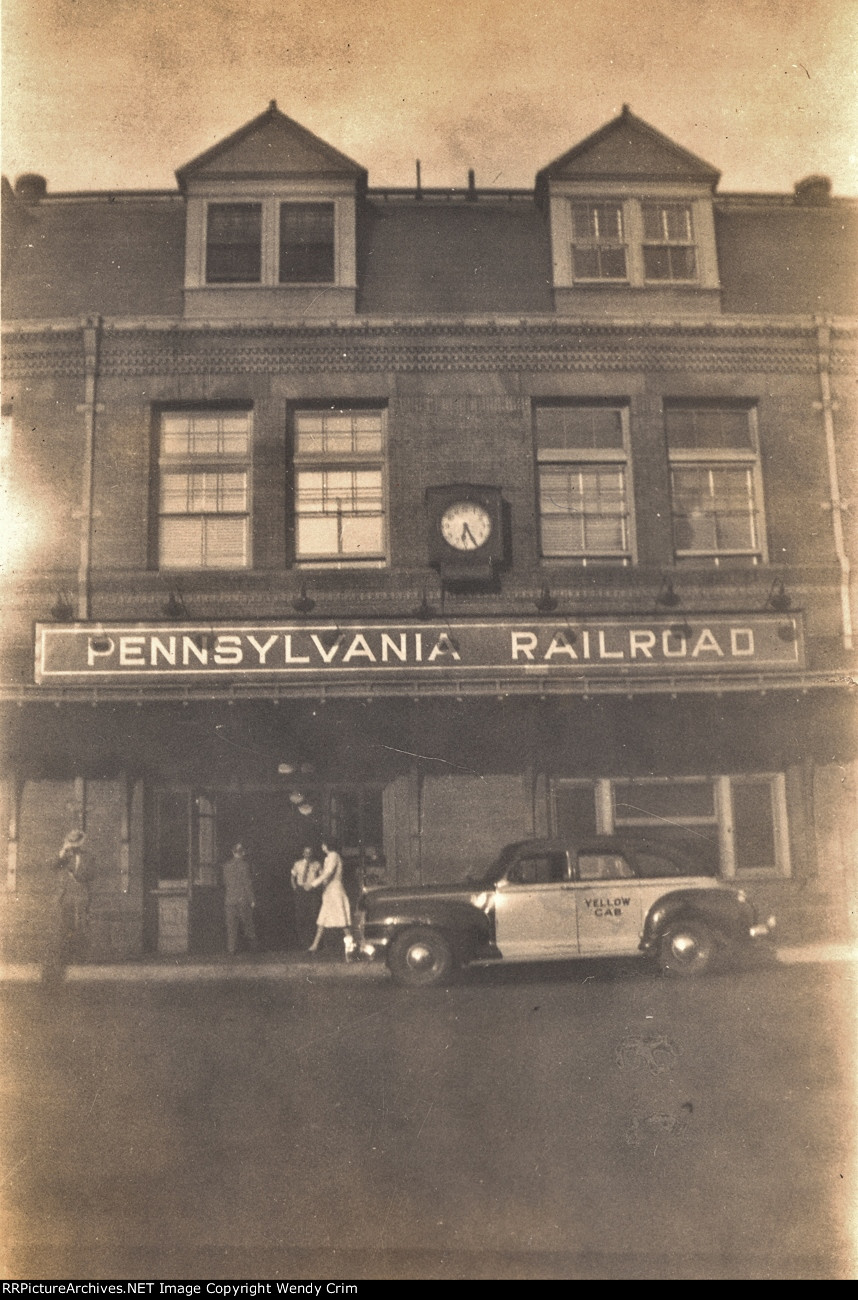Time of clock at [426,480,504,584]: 6:25
